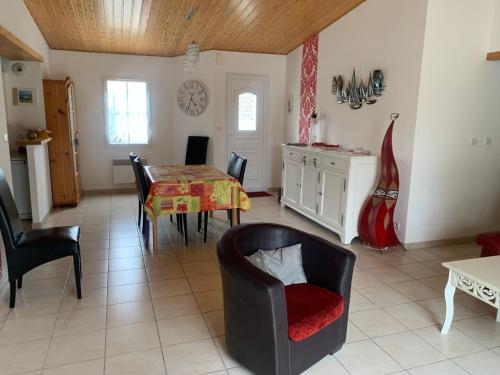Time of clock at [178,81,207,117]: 4:33
